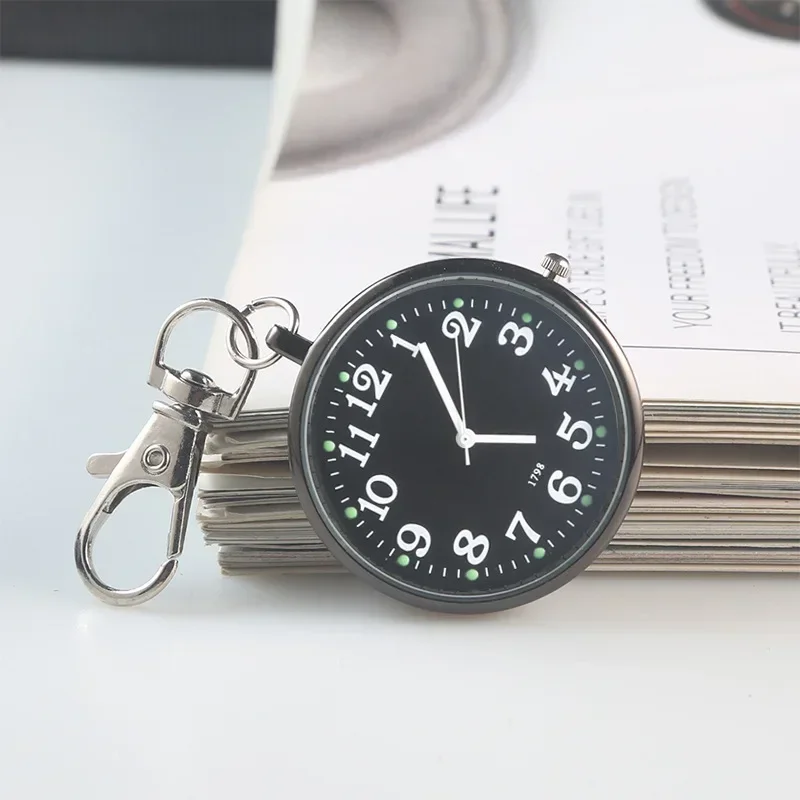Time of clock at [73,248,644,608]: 2:56
